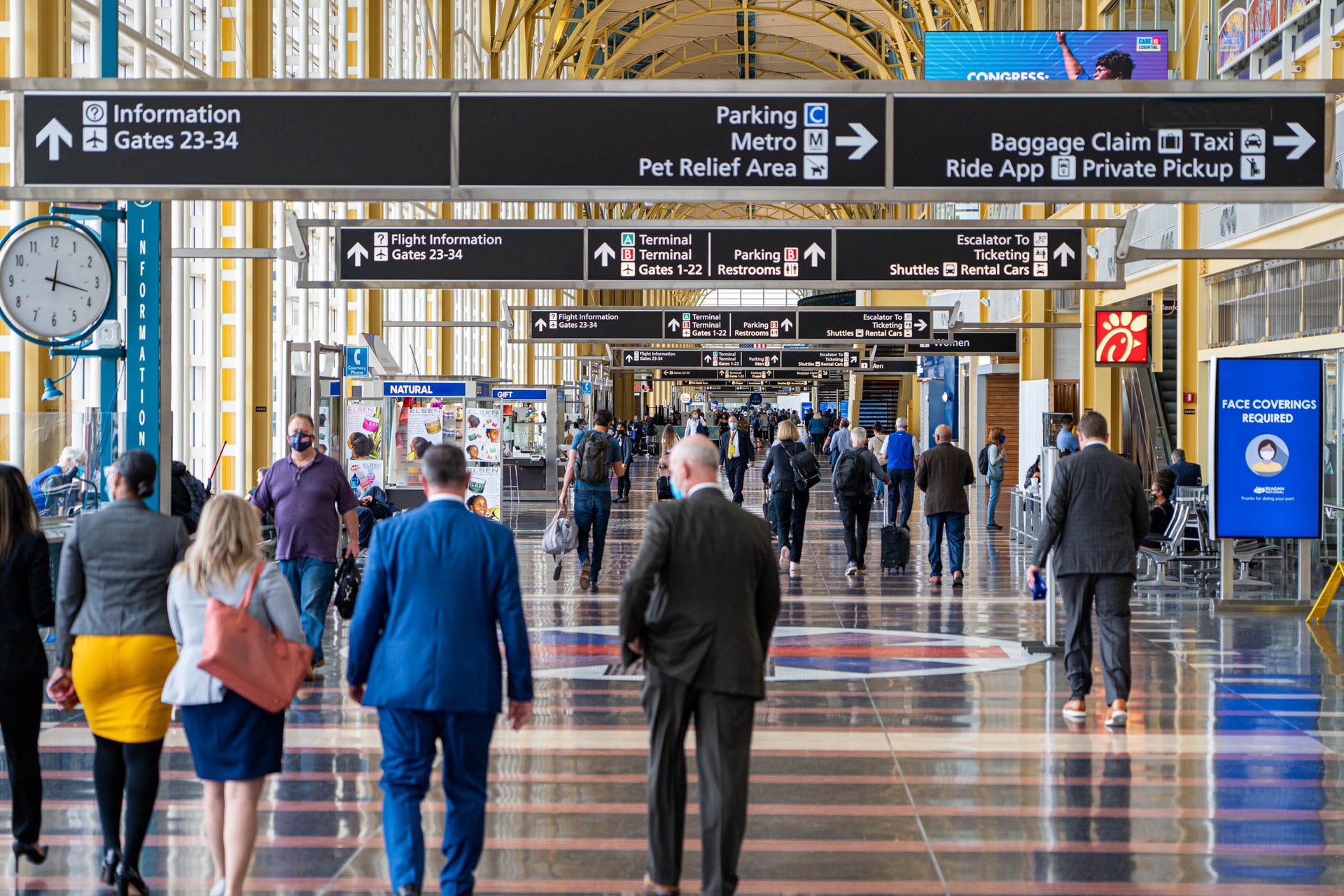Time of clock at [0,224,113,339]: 12:17
